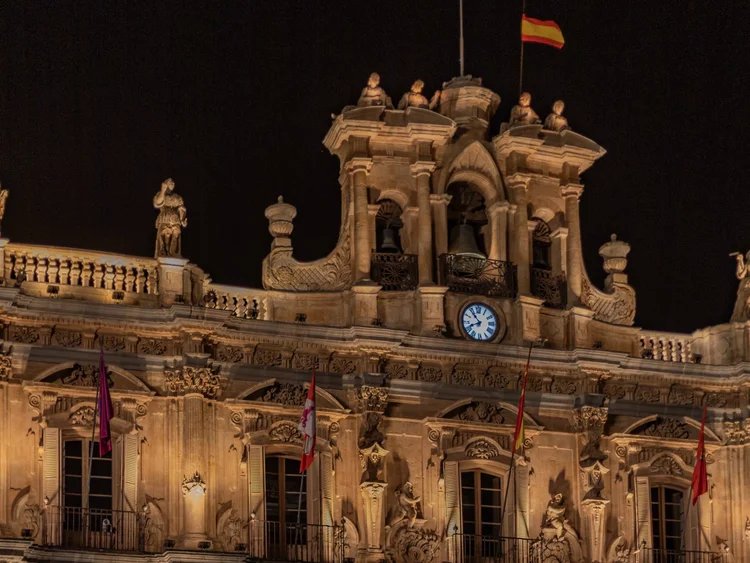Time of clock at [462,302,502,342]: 10:41
